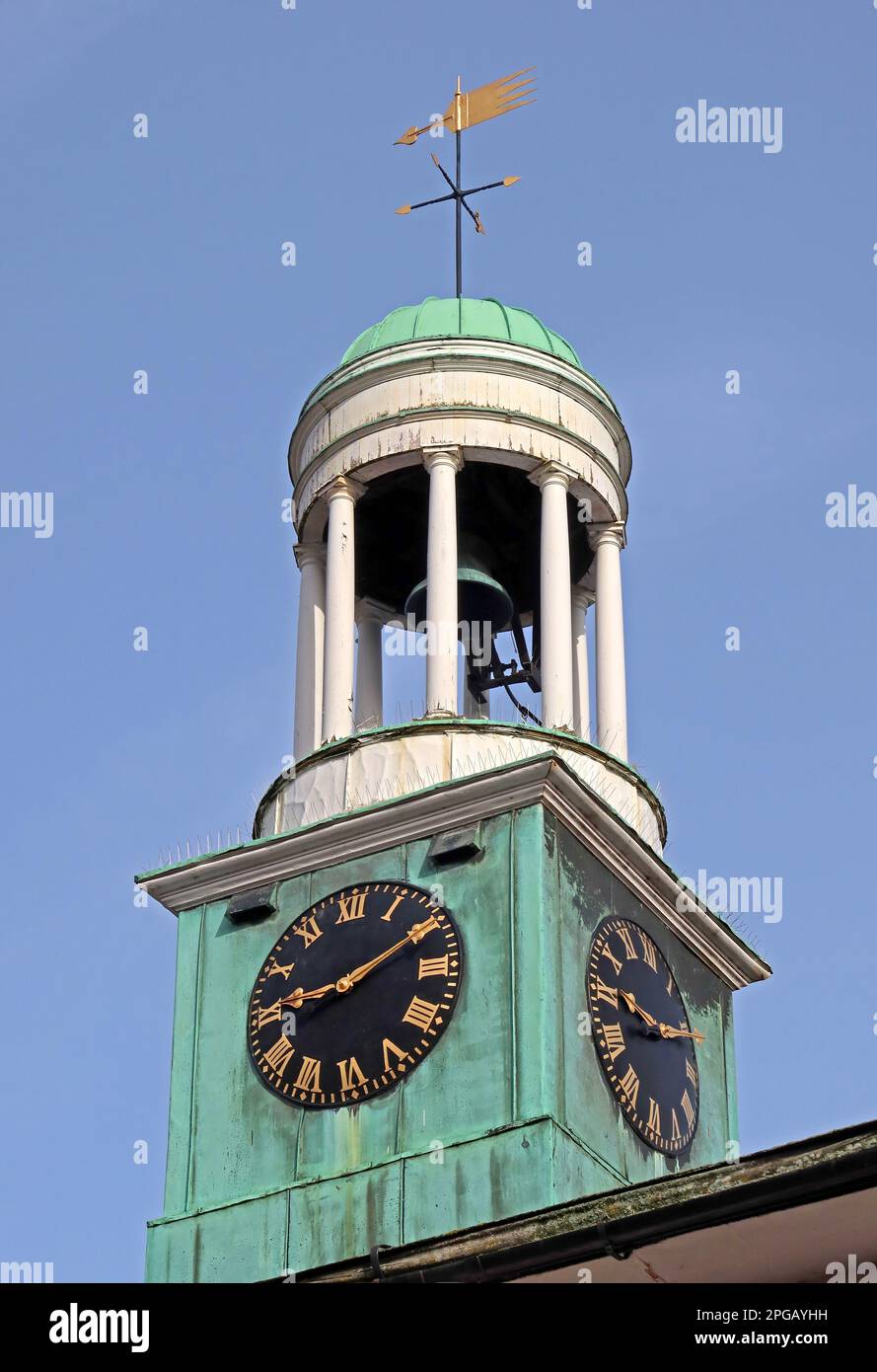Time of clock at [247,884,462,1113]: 9:10
